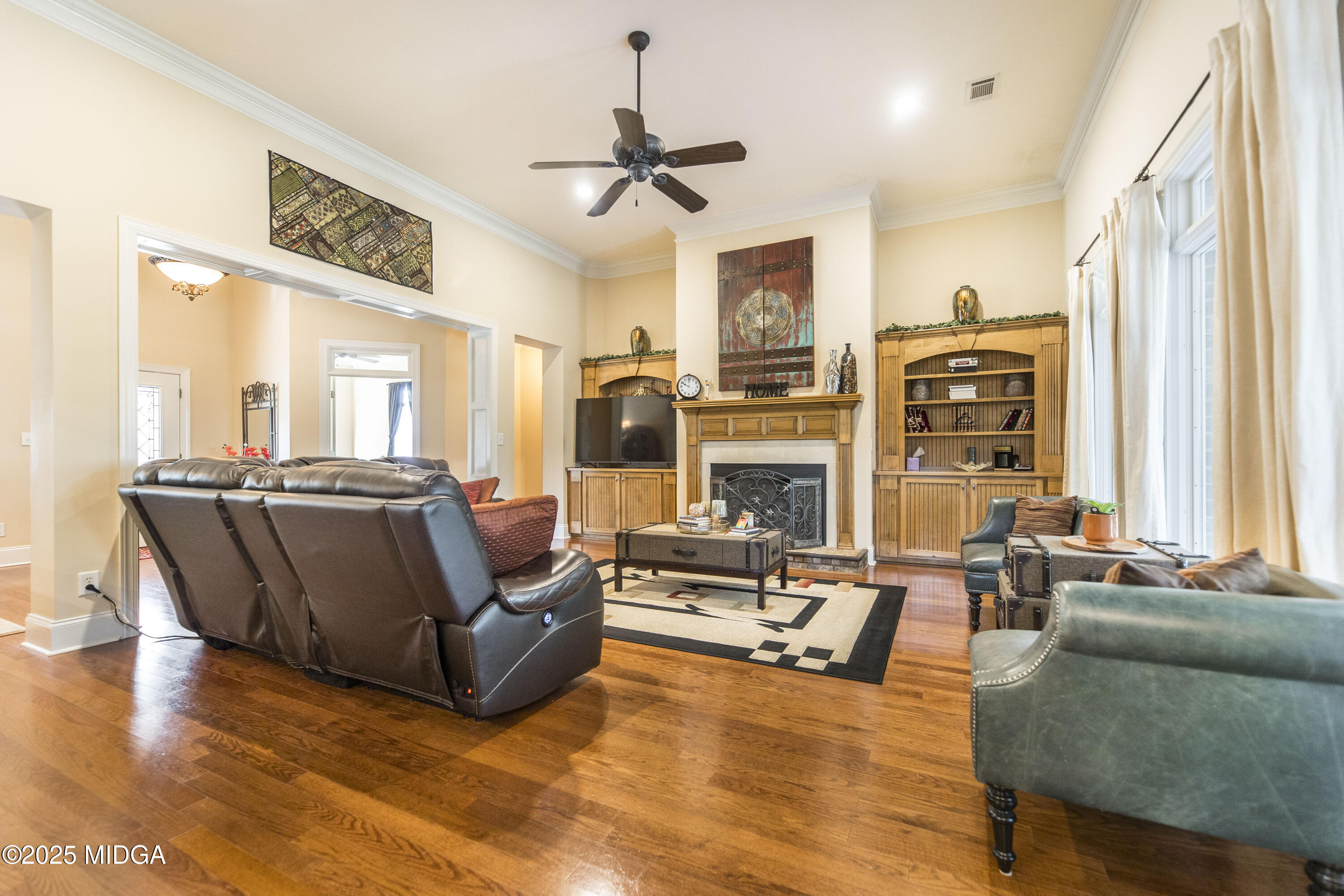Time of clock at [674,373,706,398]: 10:00
